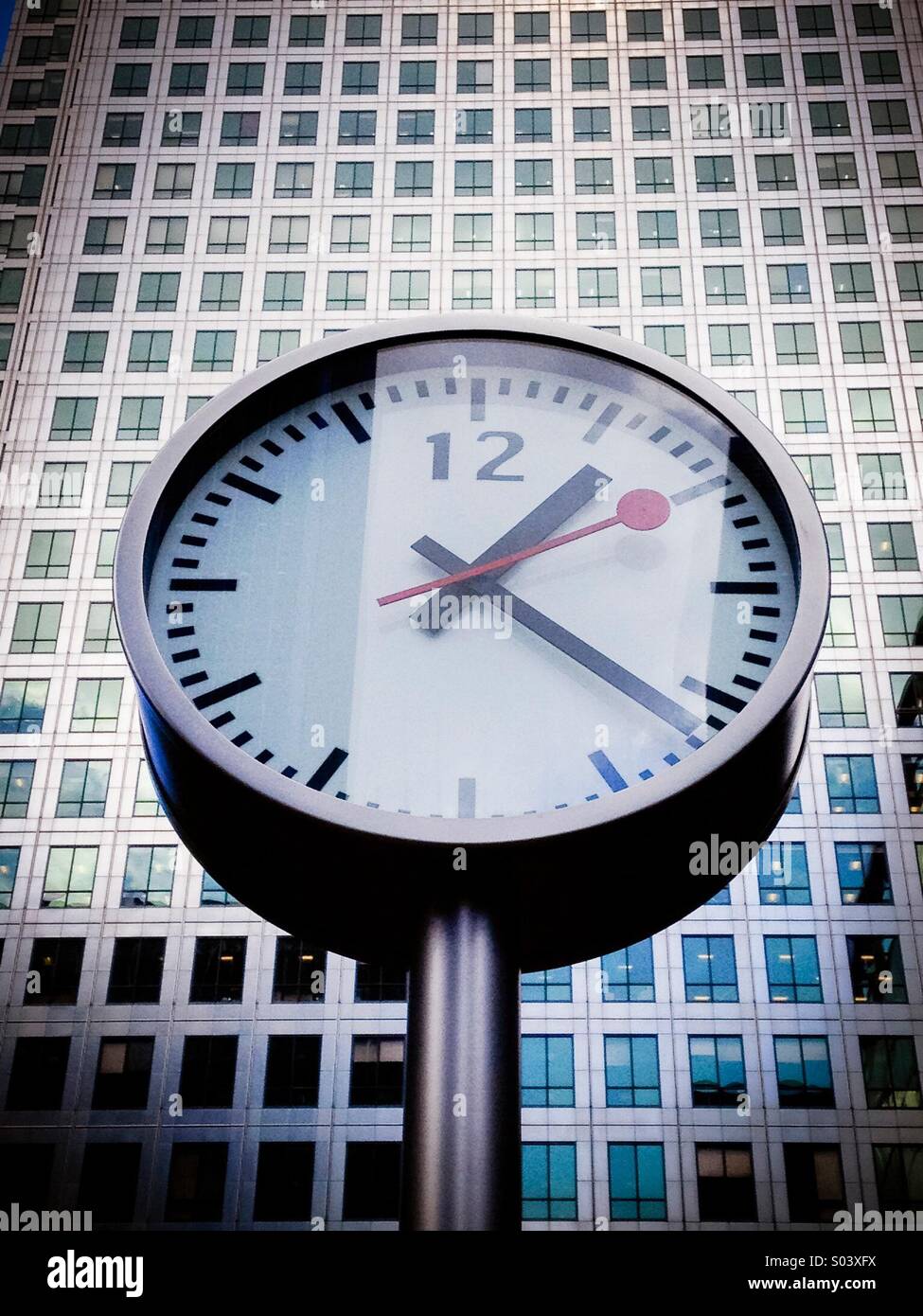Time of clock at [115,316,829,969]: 1:21
